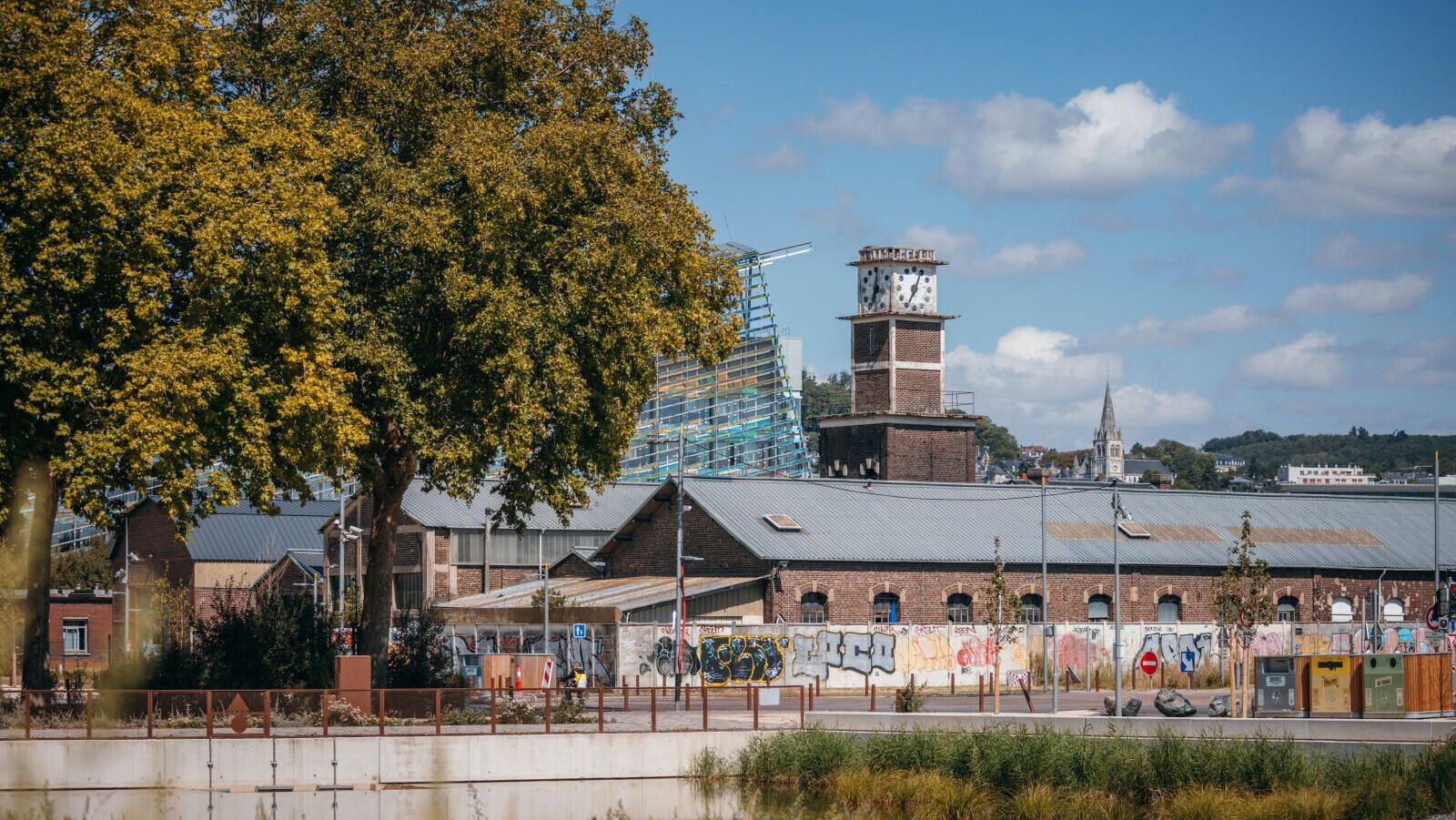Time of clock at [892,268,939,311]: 7:04
